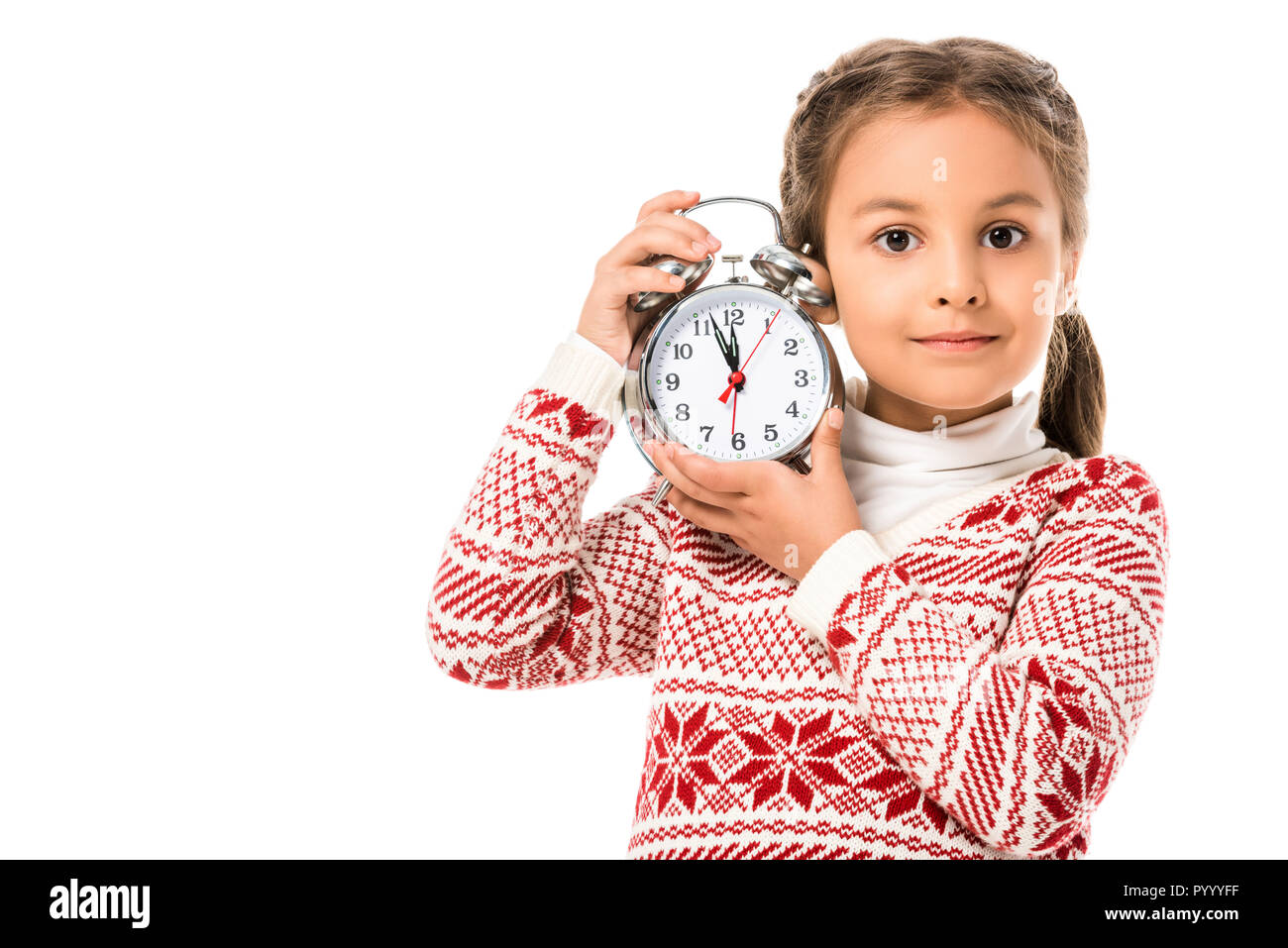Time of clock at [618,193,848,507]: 11:56
